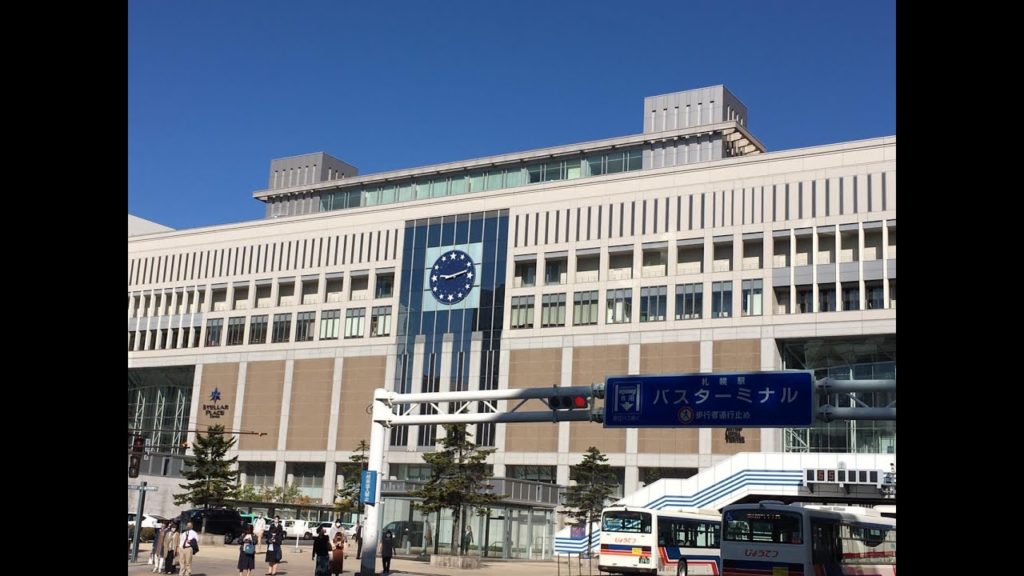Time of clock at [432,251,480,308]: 9:12
